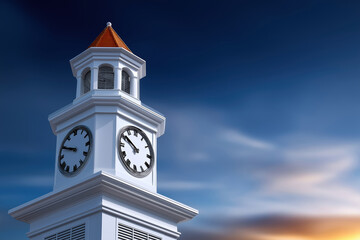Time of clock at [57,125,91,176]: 9:49
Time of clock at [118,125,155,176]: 9:50
